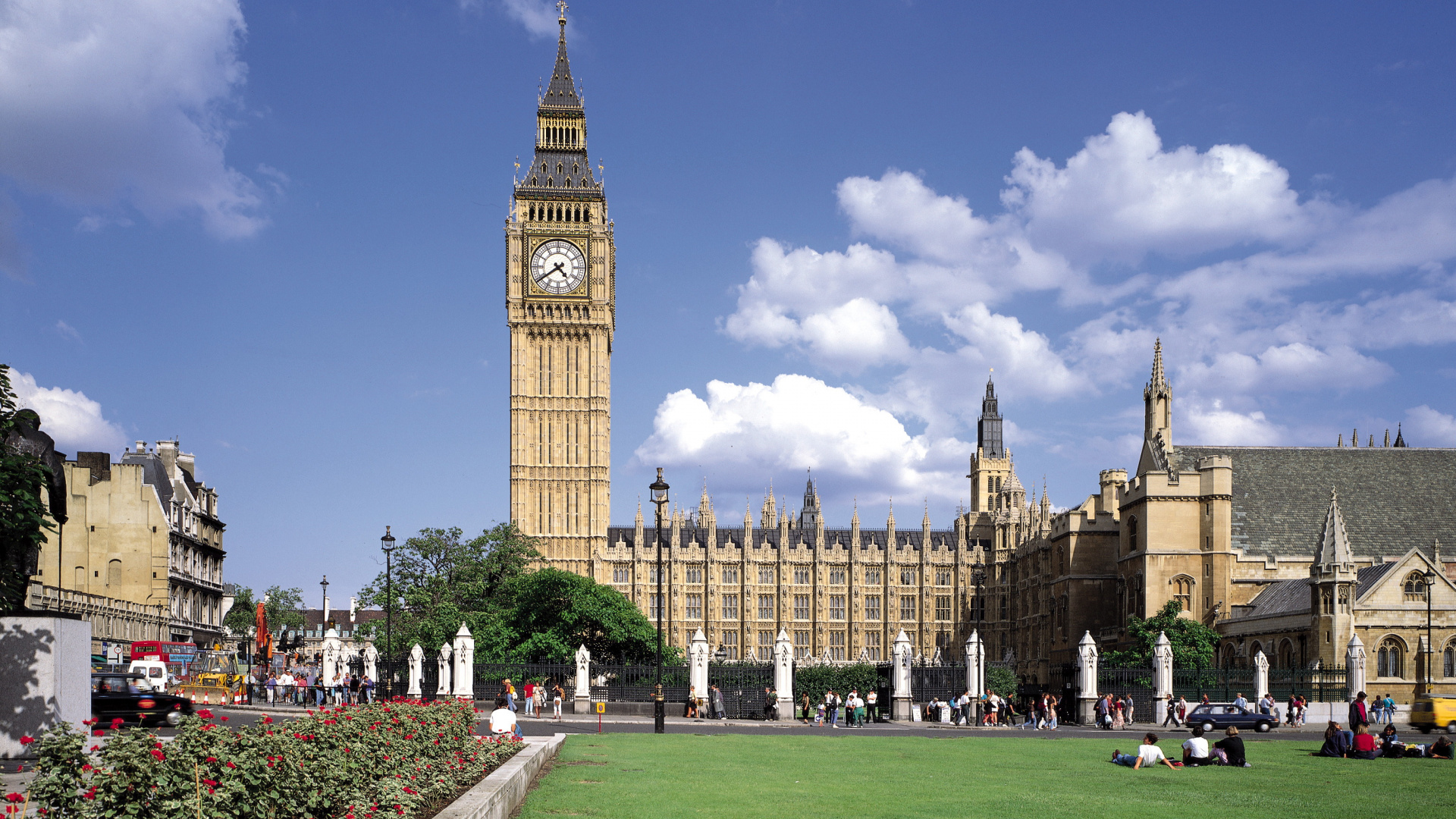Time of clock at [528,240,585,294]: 4:39
